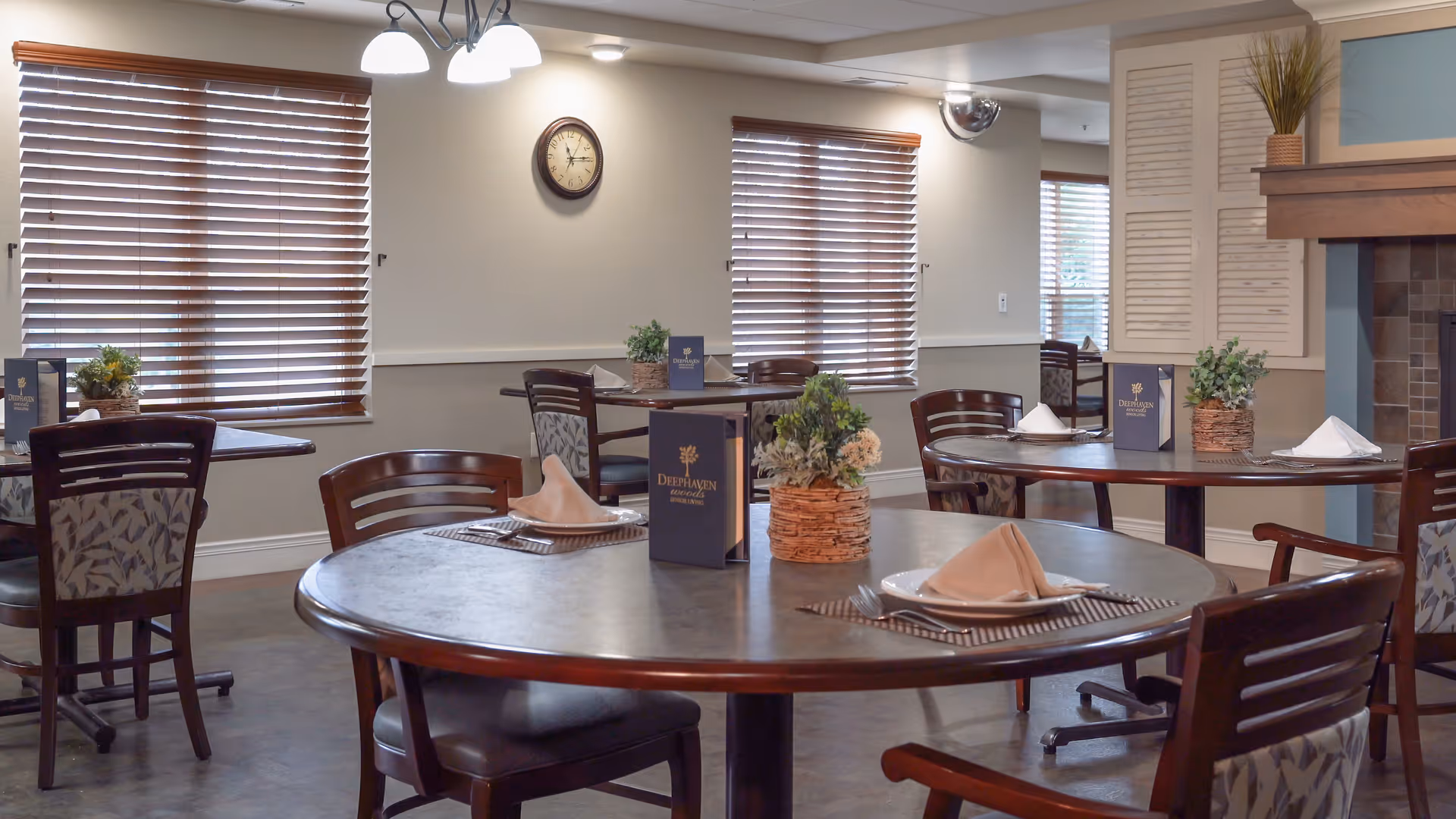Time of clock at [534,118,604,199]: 11:14
